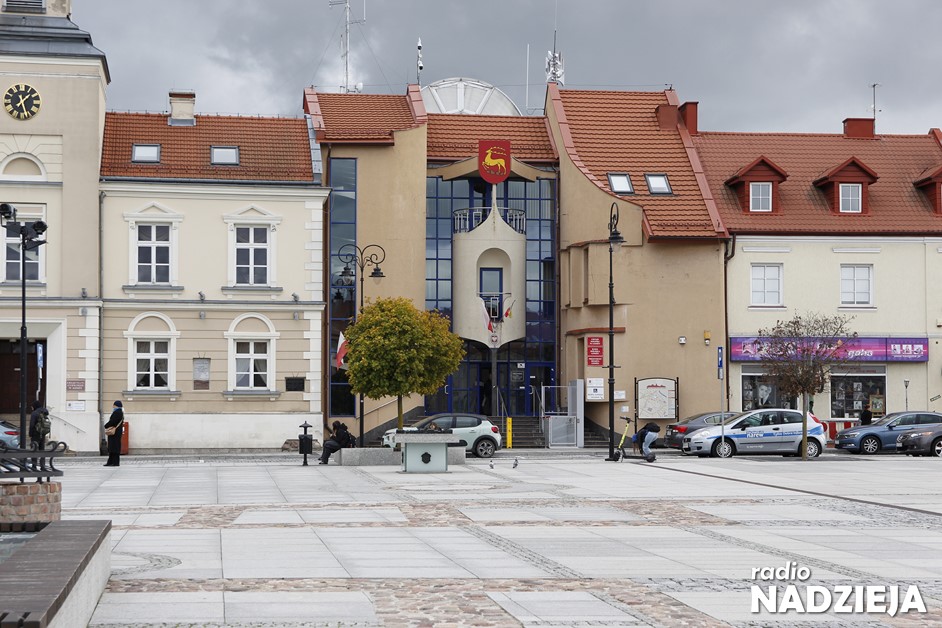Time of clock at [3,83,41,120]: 1:26
